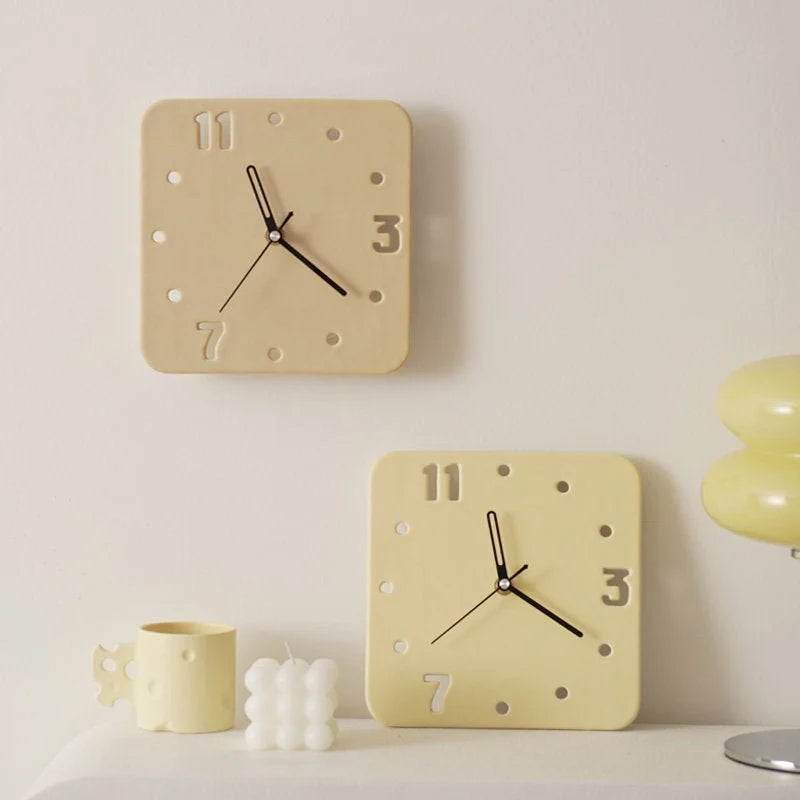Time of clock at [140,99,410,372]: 11:21
